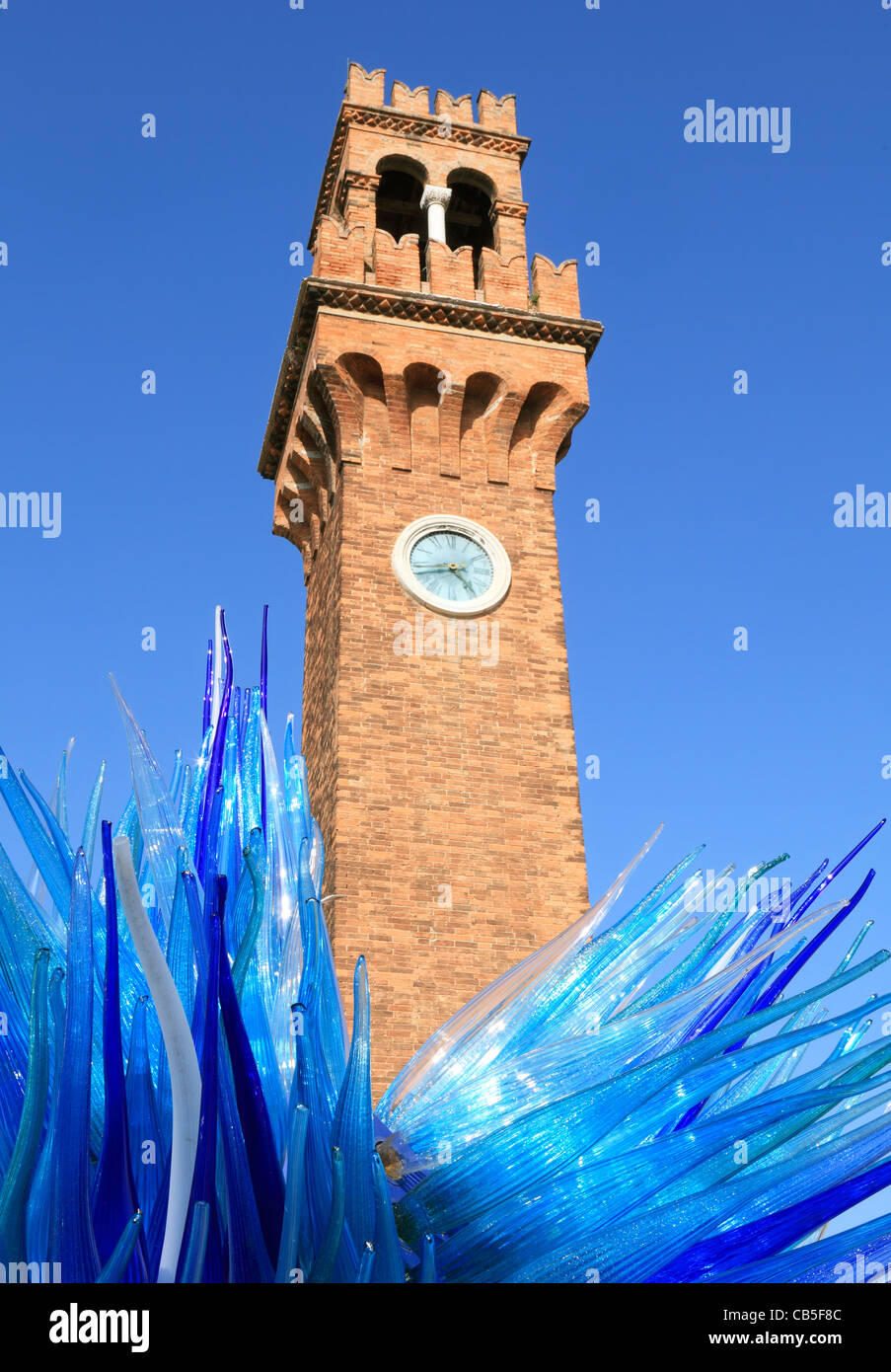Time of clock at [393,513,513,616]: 4:42
